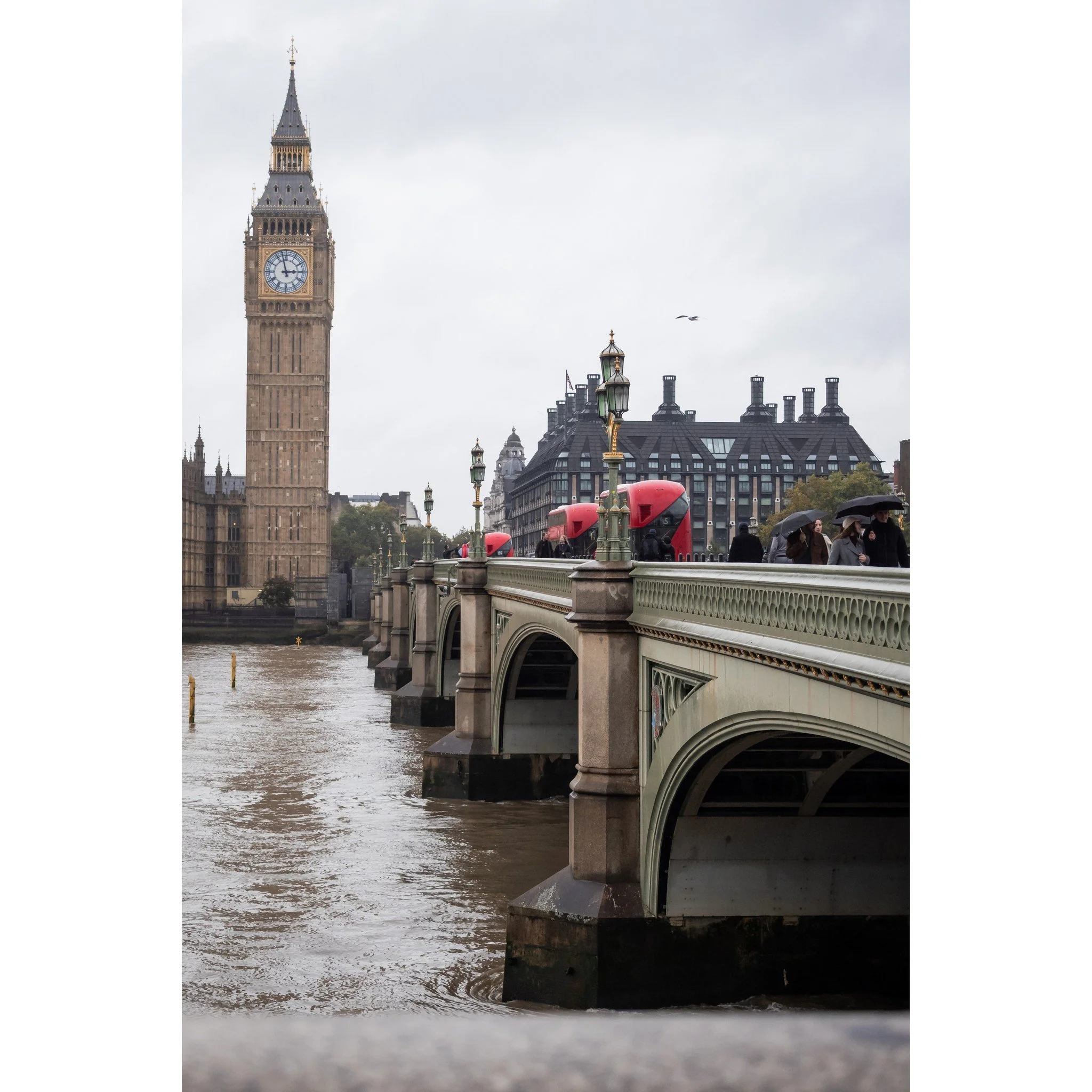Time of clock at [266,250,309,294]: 2:57
